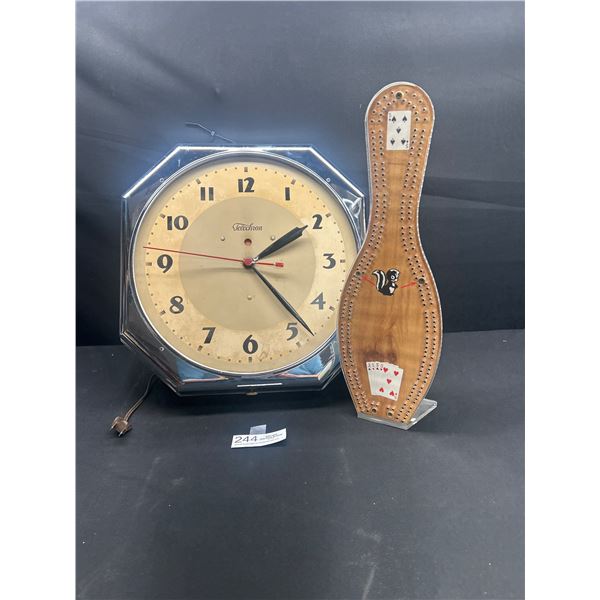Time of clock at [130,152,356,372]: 2:09
